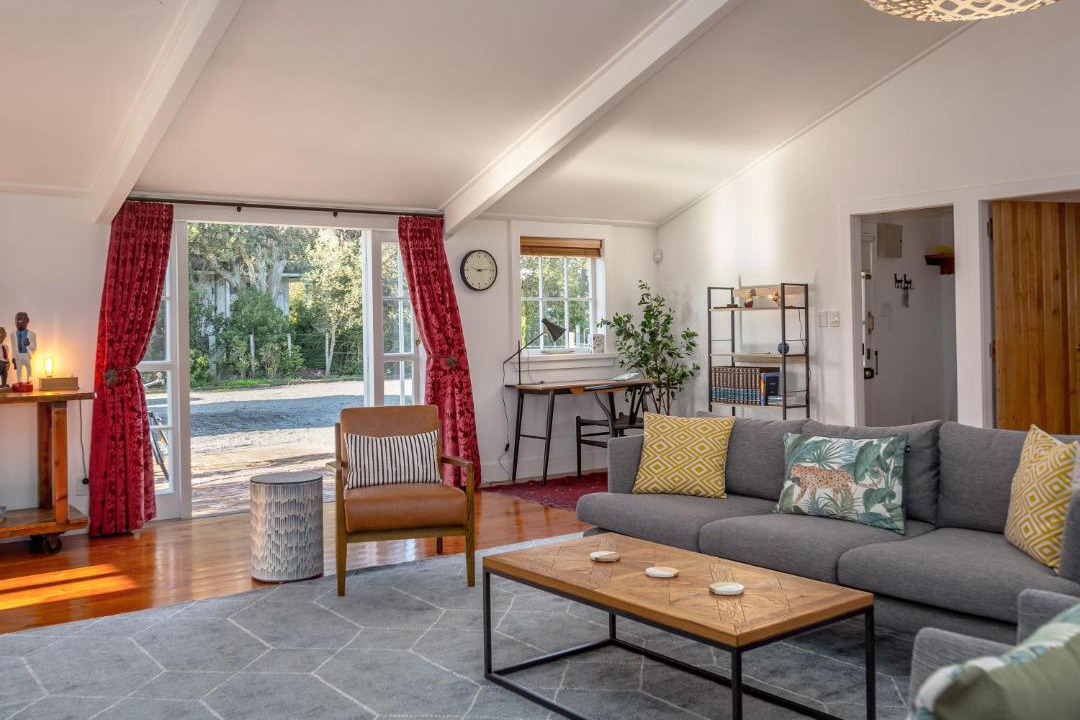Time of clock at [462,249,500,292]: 9:14
